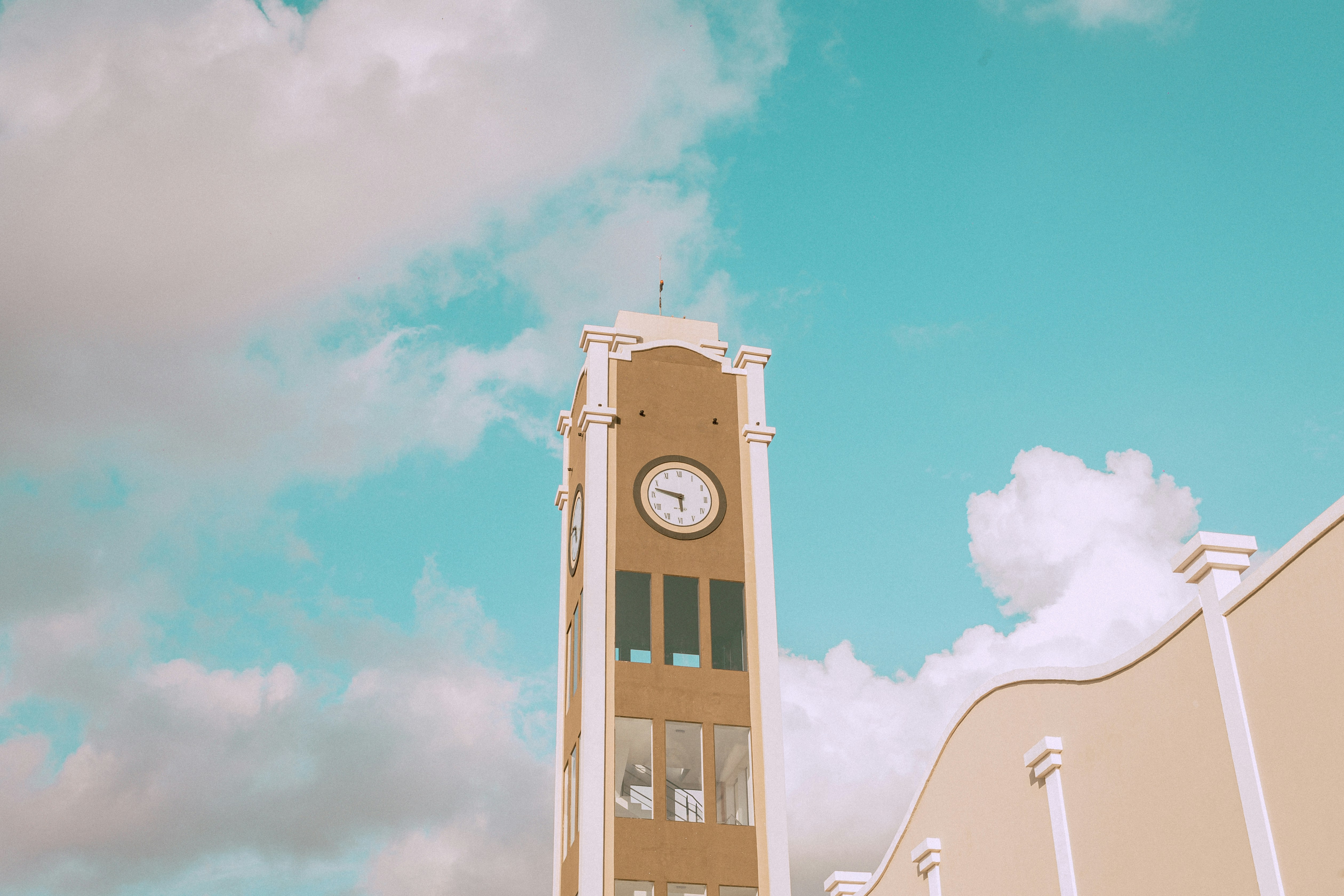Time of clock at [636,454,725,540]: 5:47
